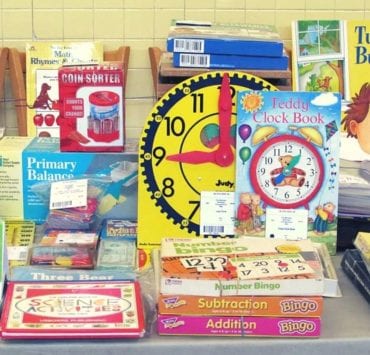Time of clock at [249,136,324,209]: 7:16
